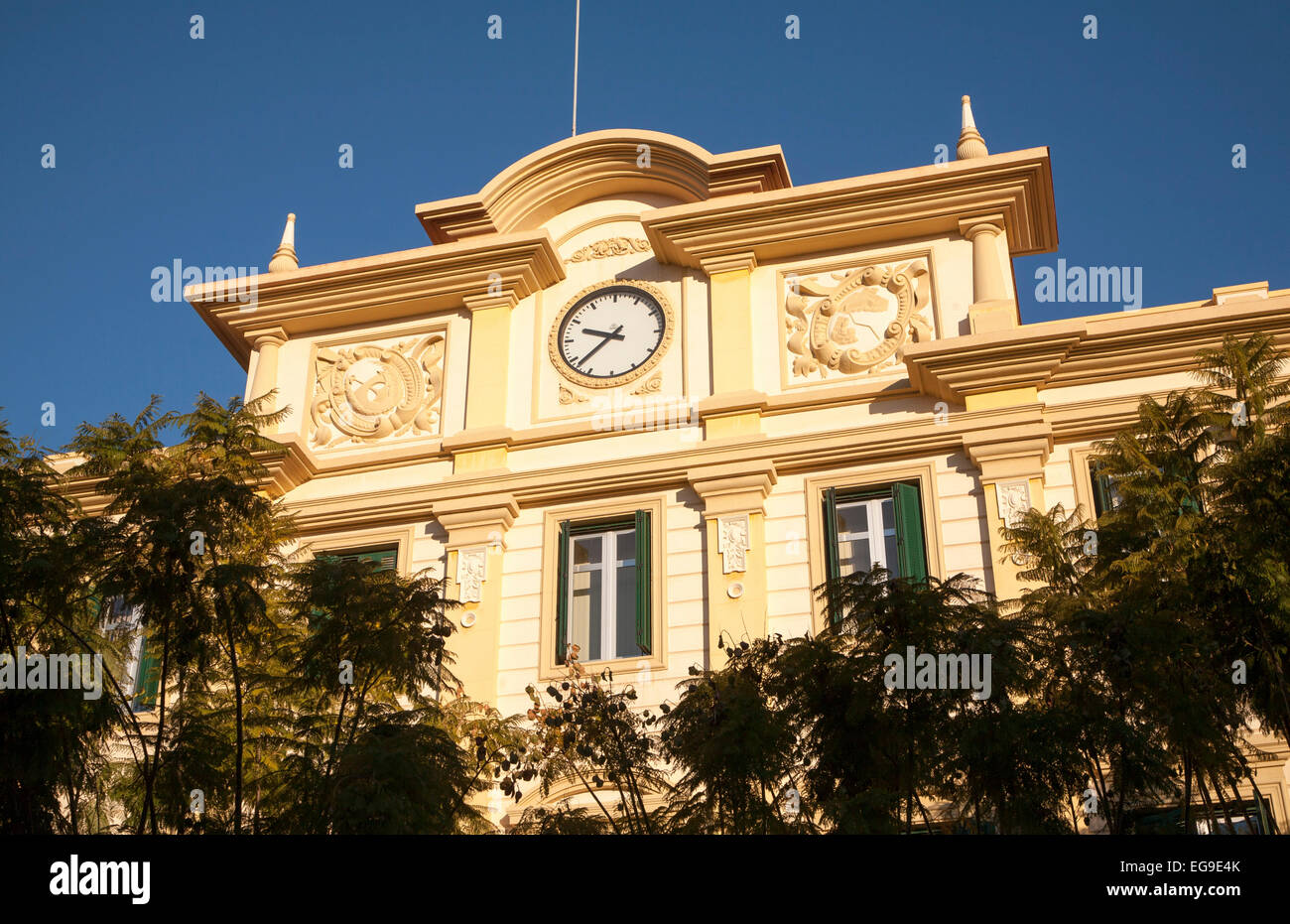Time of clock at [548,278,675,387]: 9:38
